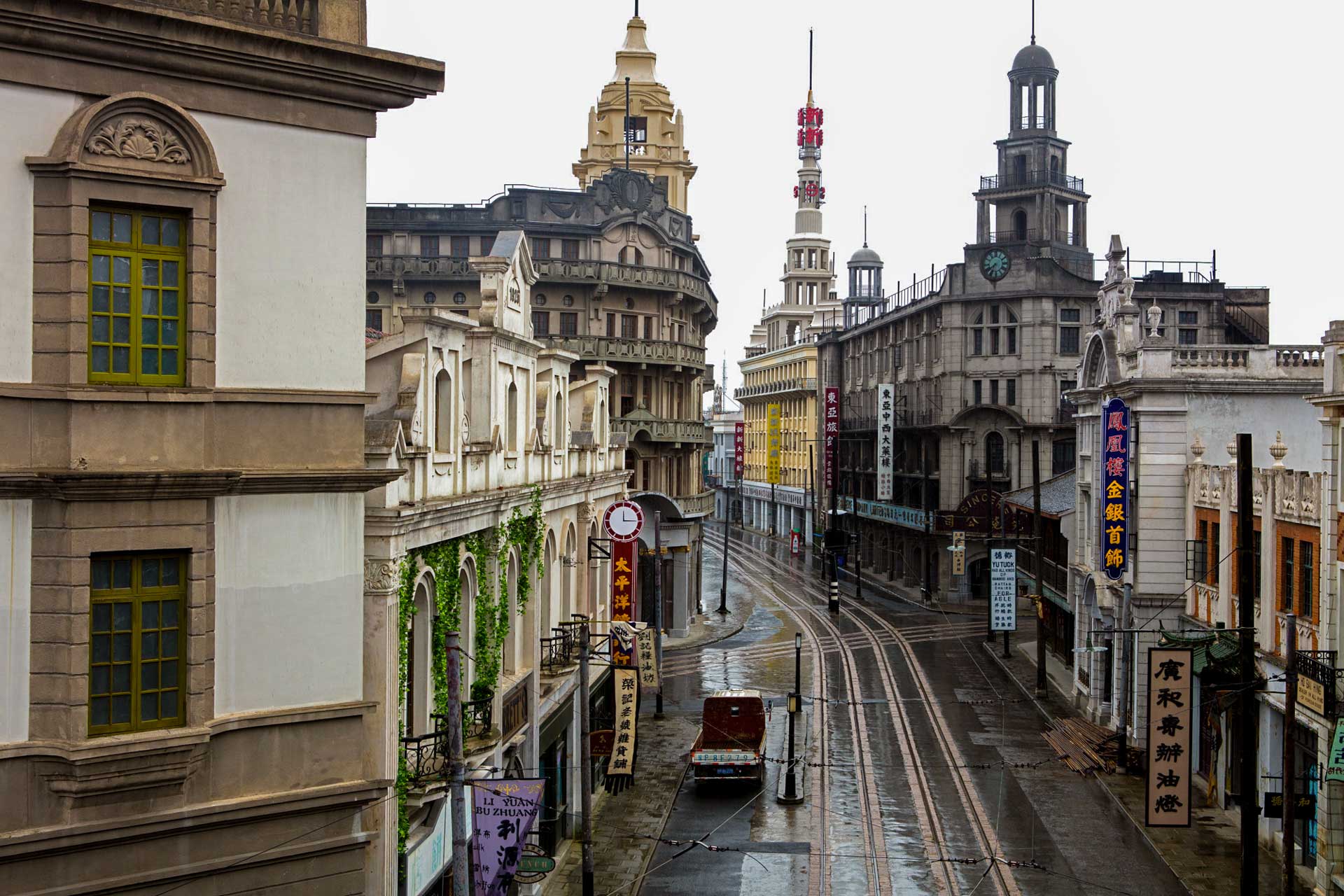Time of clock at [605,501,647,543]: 12:14
